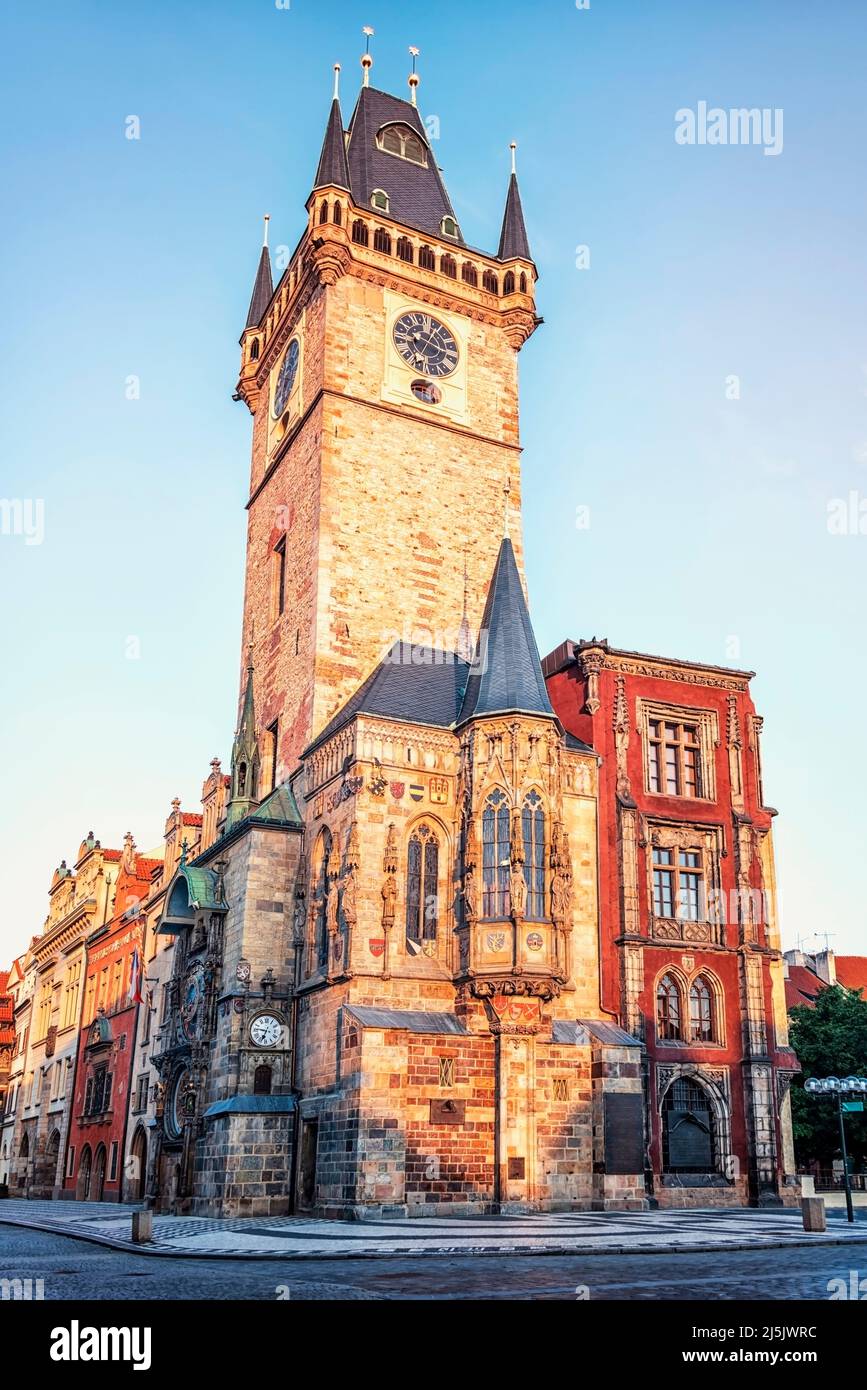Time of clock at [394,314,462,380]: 1:18
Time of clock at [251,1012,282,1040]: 6:46
